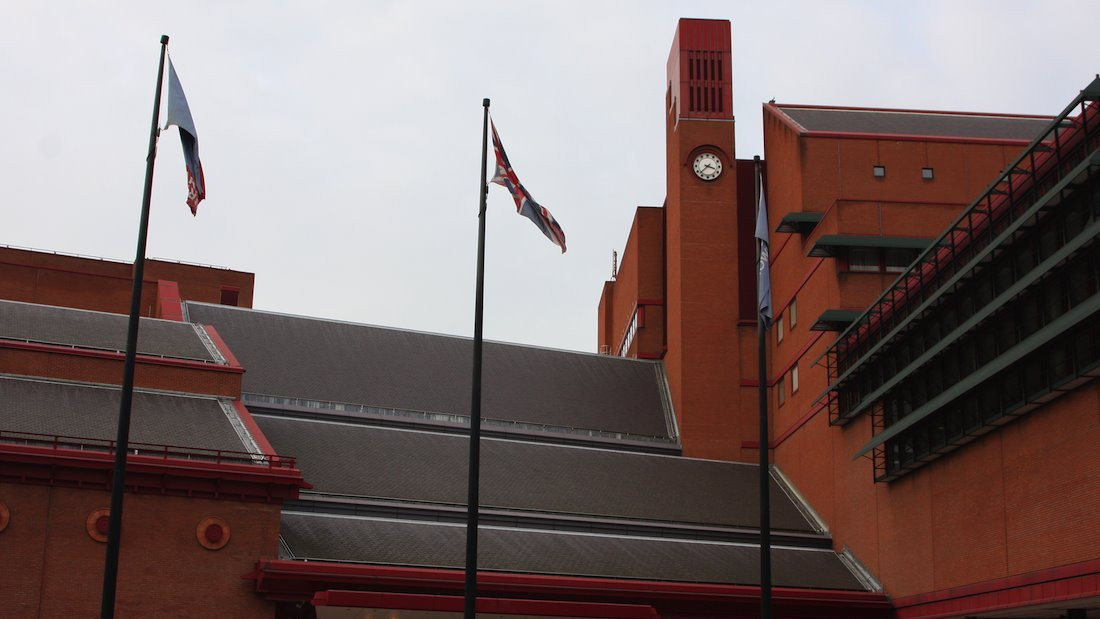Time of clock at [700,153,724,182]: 3:37
